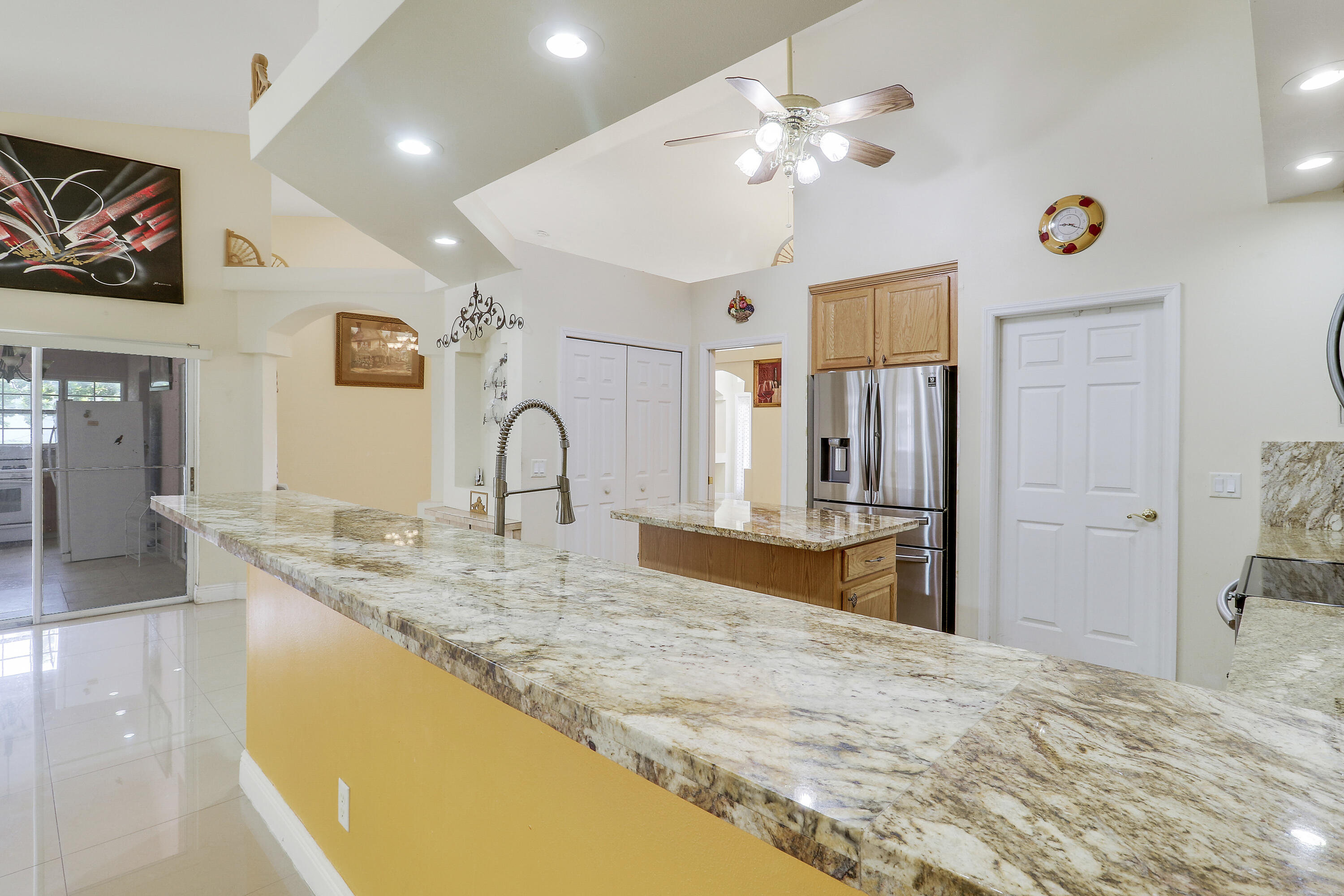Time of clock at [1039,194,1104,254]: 9:20
